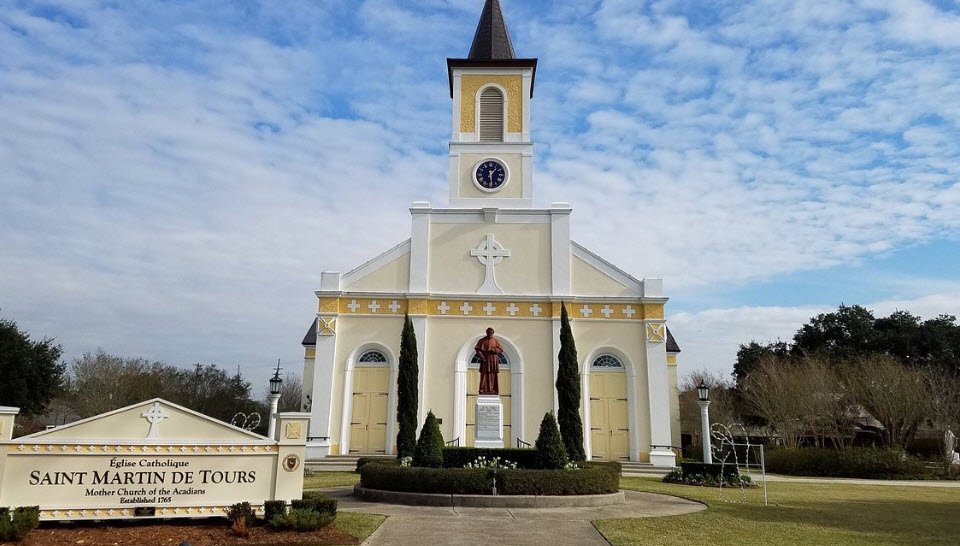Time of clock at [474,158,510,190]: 1:28
